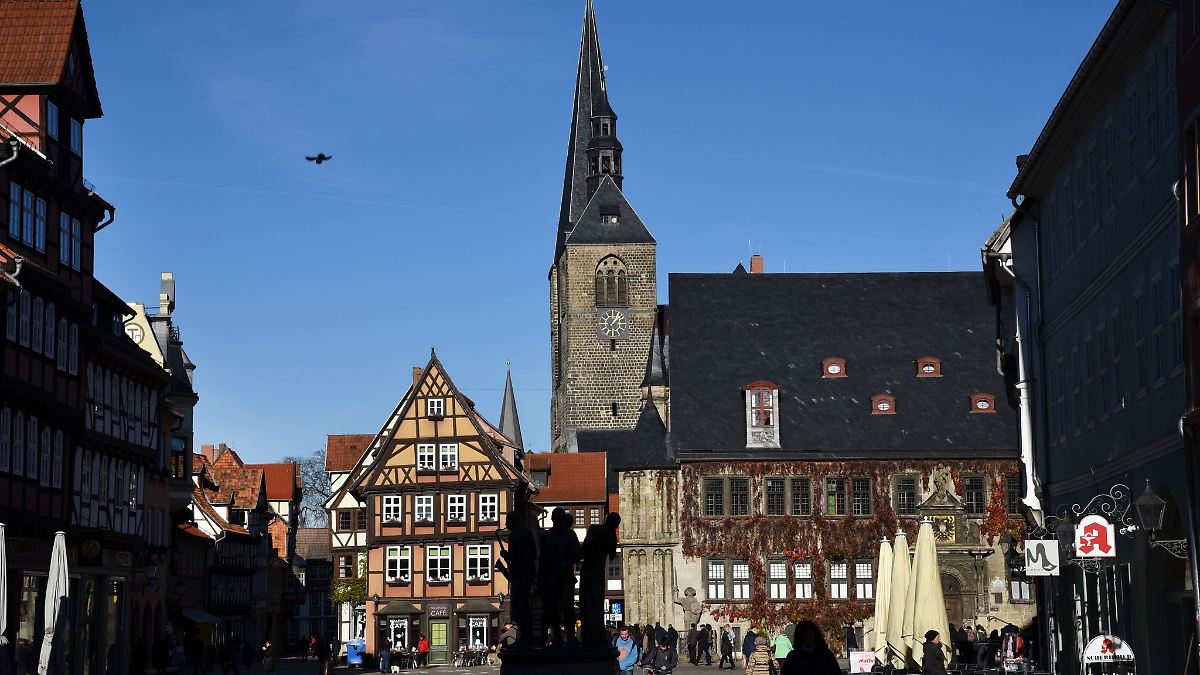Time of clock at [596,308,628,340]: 1:07
